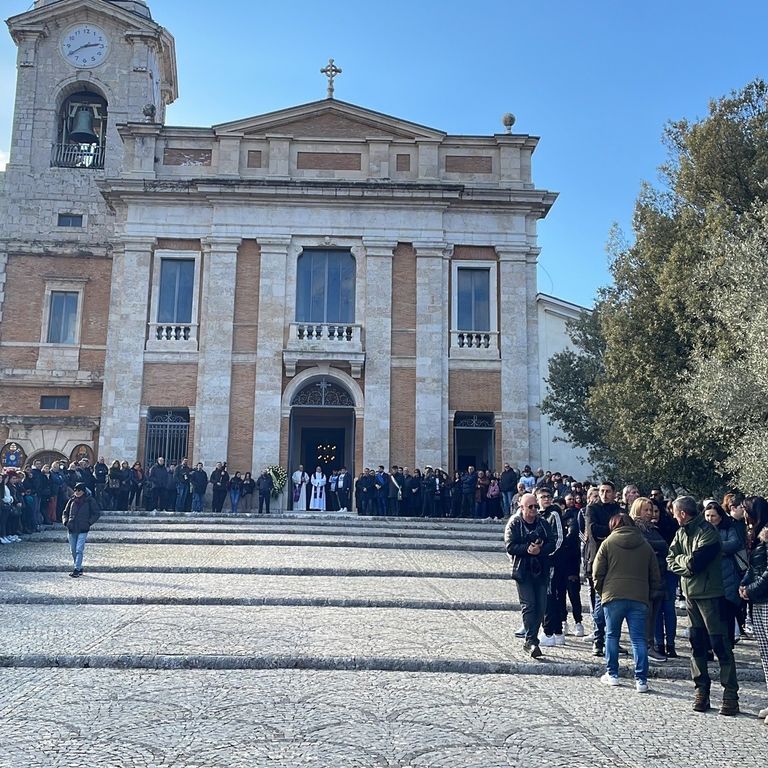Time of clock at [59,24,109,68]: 2:39
